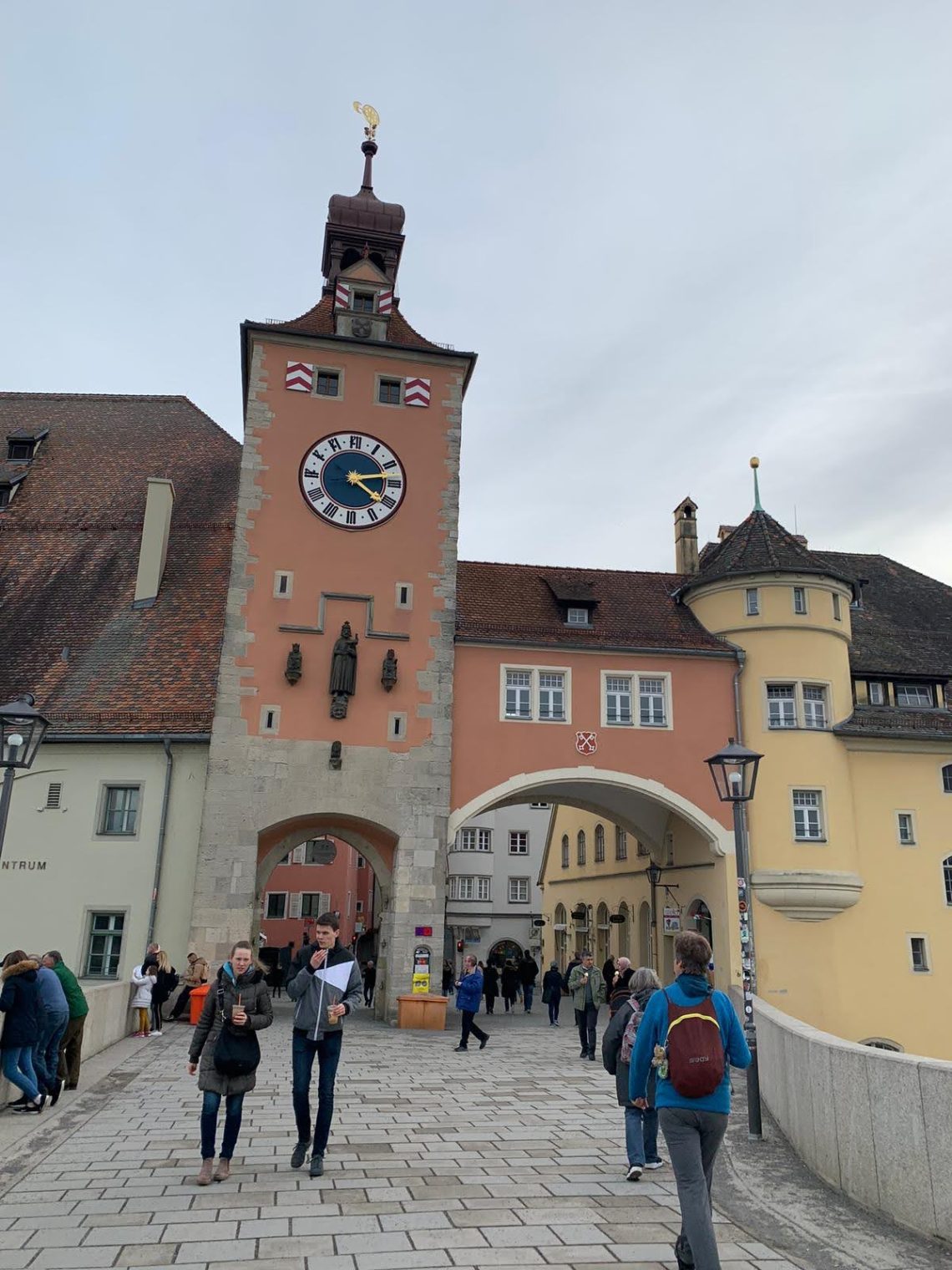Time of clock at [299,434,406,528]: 4:12
